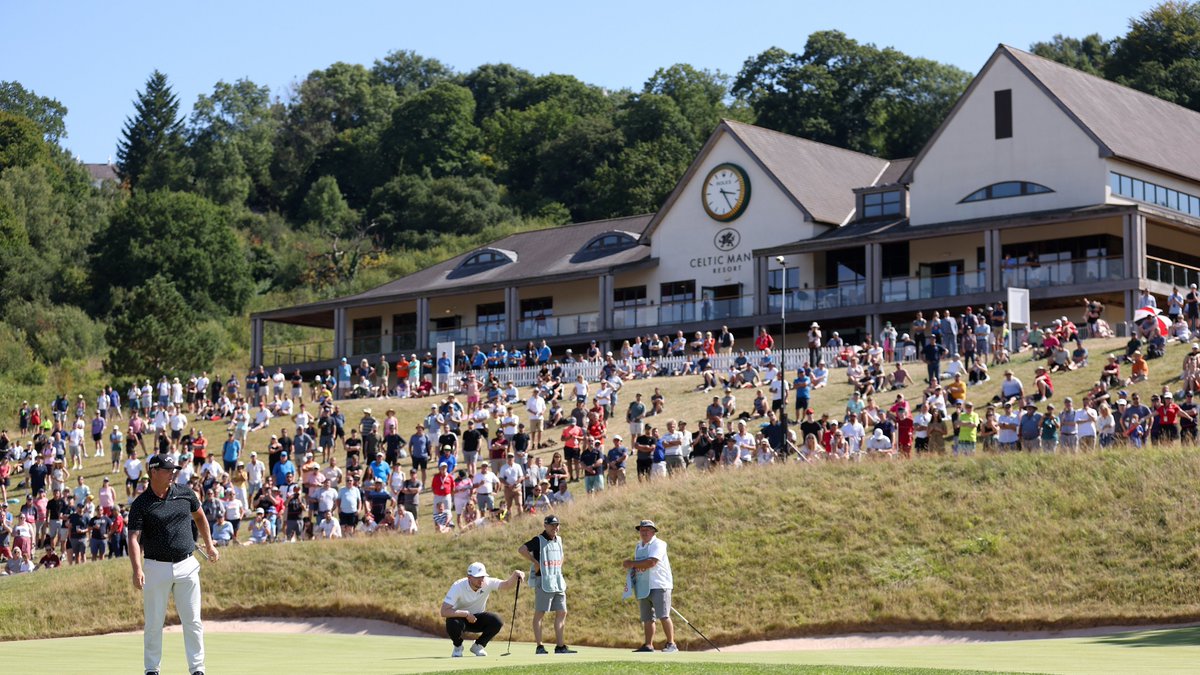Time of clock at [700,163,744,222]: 3:24
